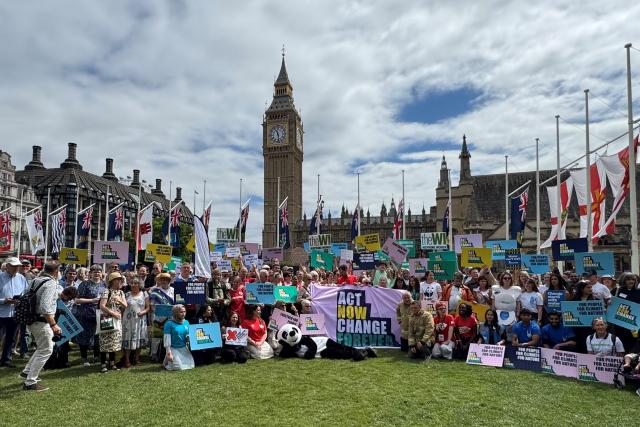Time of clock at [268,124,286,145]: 11:28
